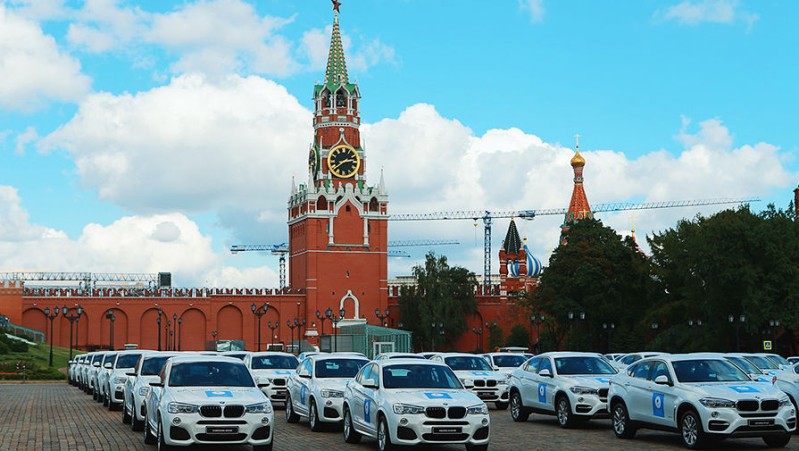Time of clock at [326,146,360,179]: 2:38
